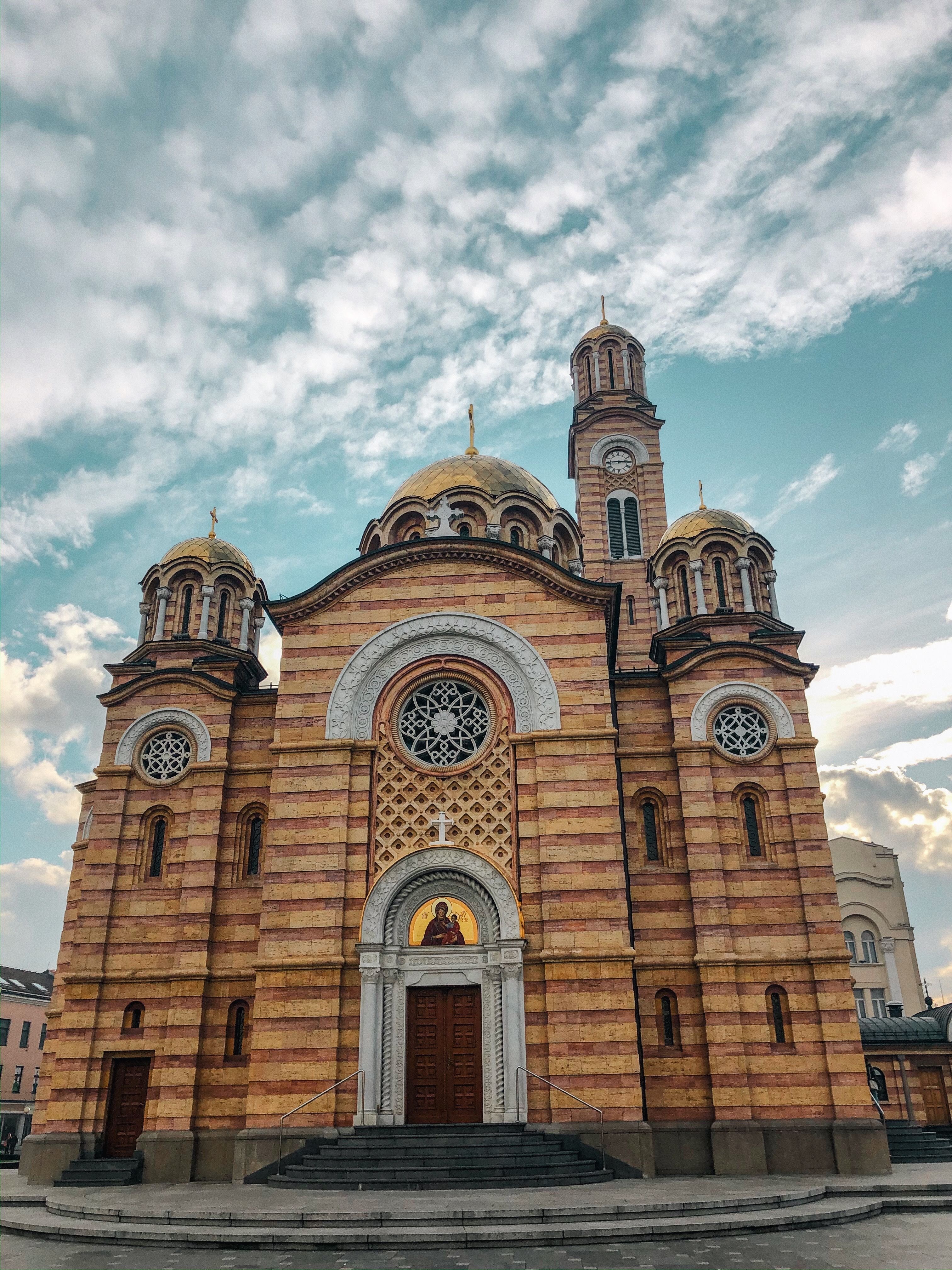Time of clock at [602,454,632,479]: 2:44
